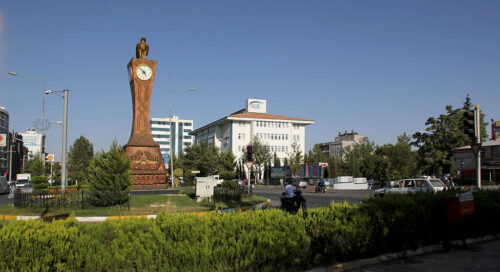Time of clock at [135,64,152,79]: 4:52
